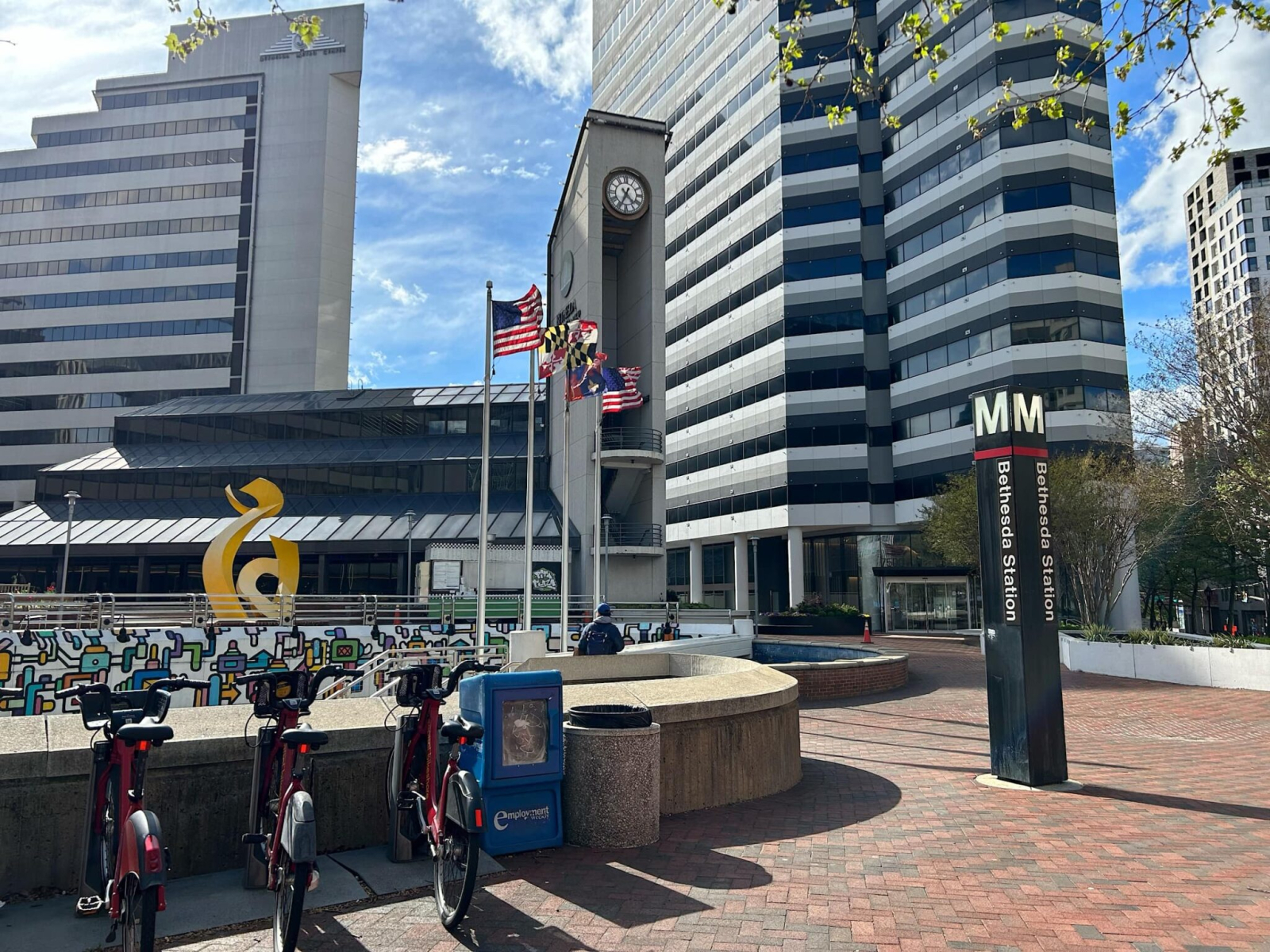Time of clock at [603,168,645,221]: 4:34
